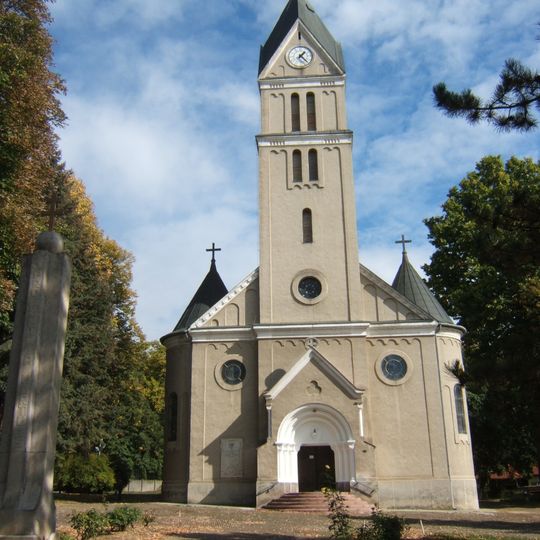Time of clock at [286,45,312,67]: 1:22
